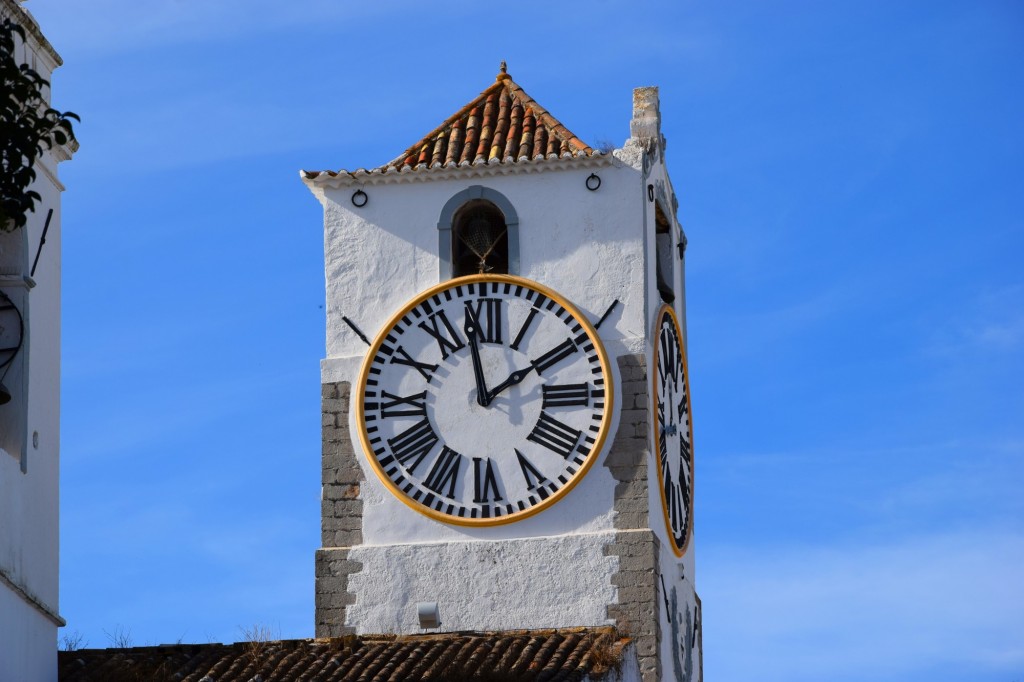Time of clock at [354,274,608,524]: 1:58
